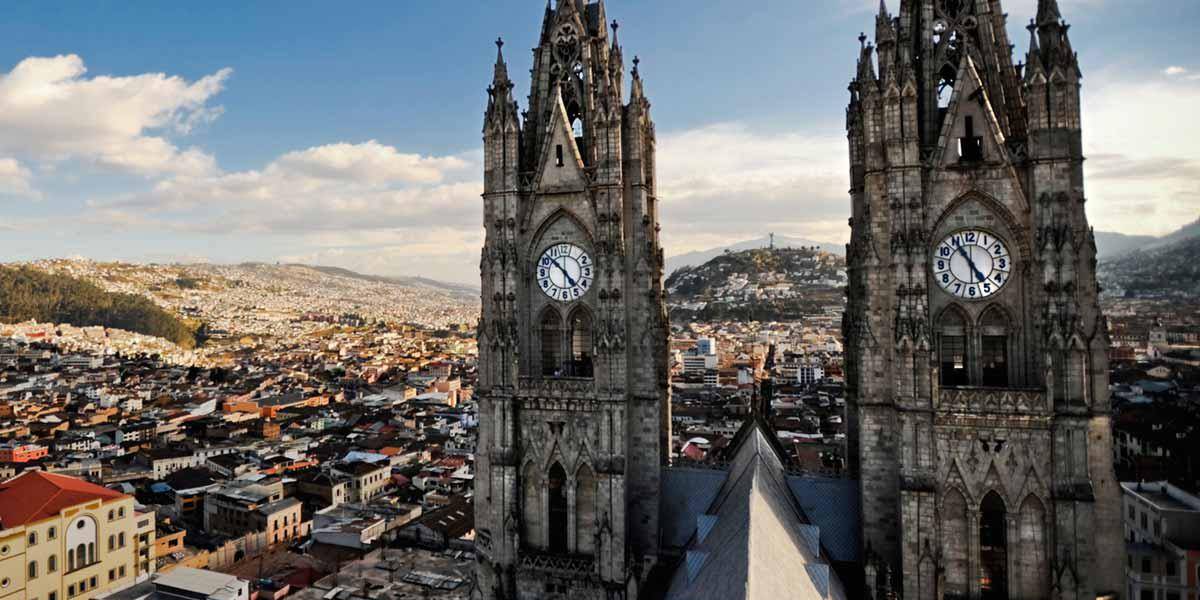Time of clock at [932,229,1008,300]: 4:54
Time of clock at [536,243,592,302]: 4:52
